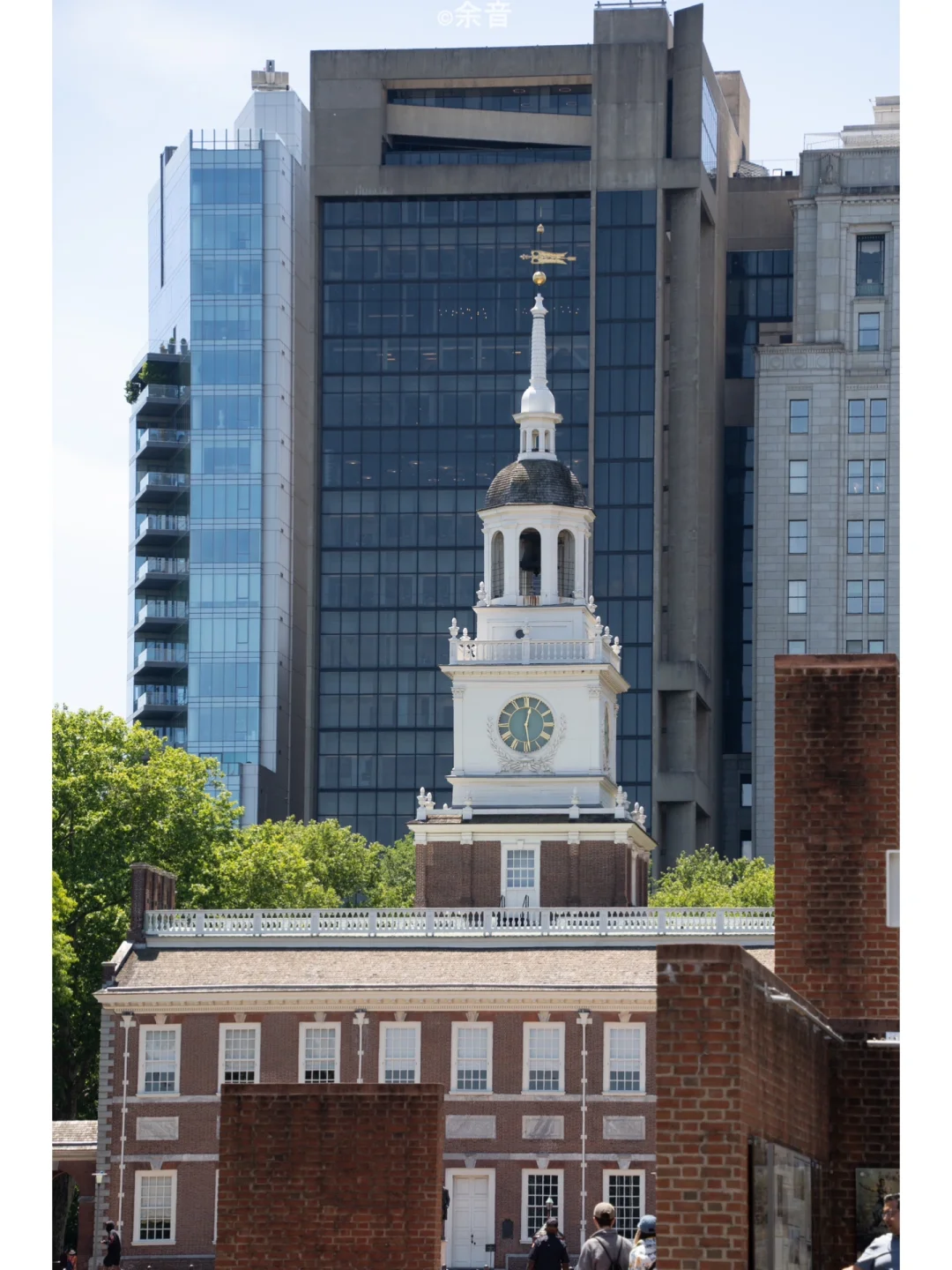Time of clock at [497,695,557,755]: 12:28
